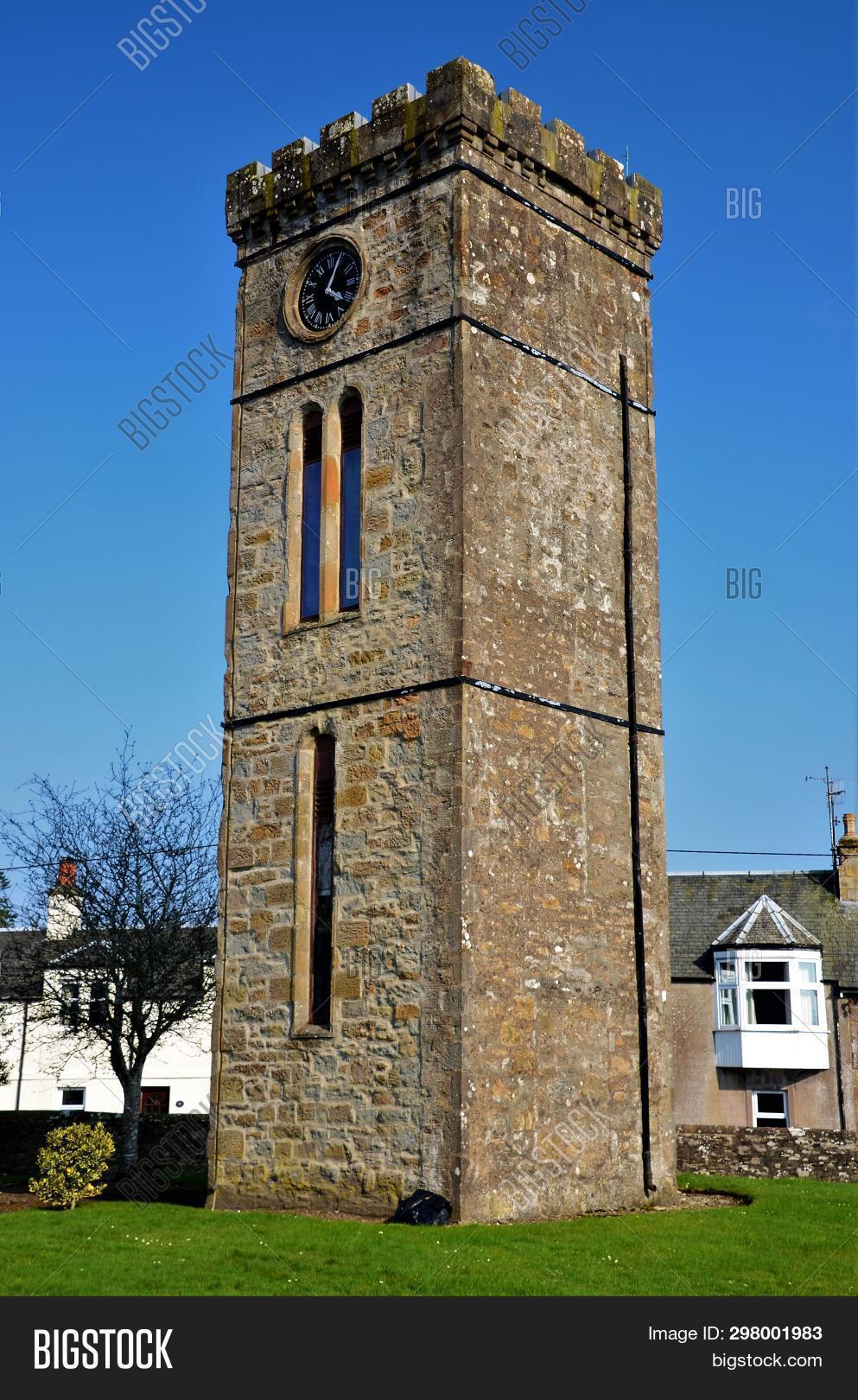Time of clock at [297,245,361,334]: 4:04
